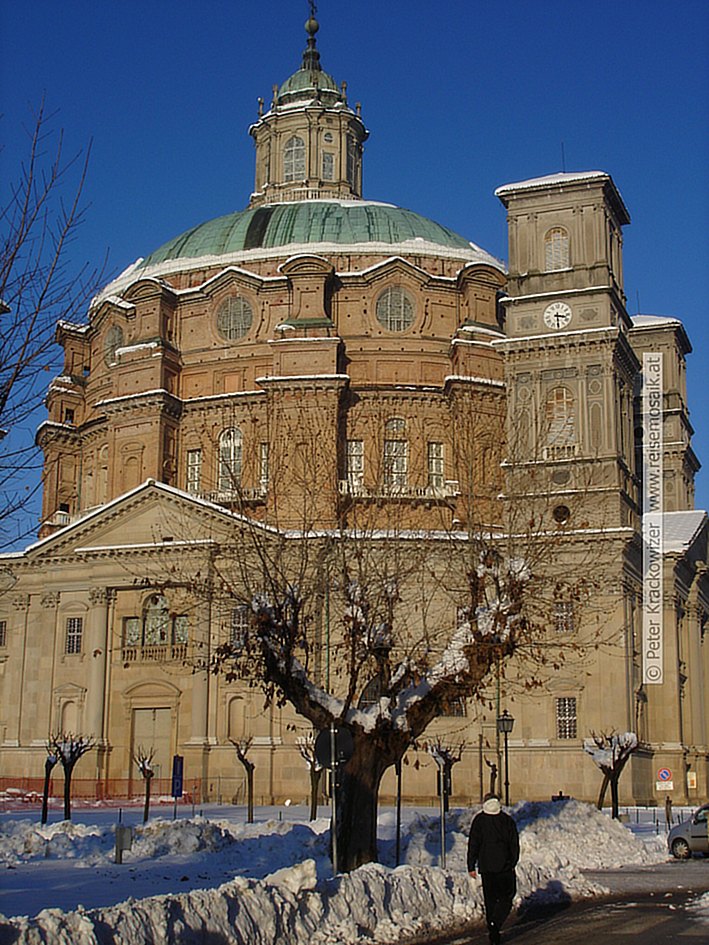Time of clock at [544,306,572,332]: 3:29
